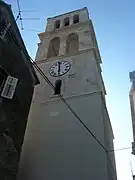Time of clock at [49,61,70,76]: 5:59
